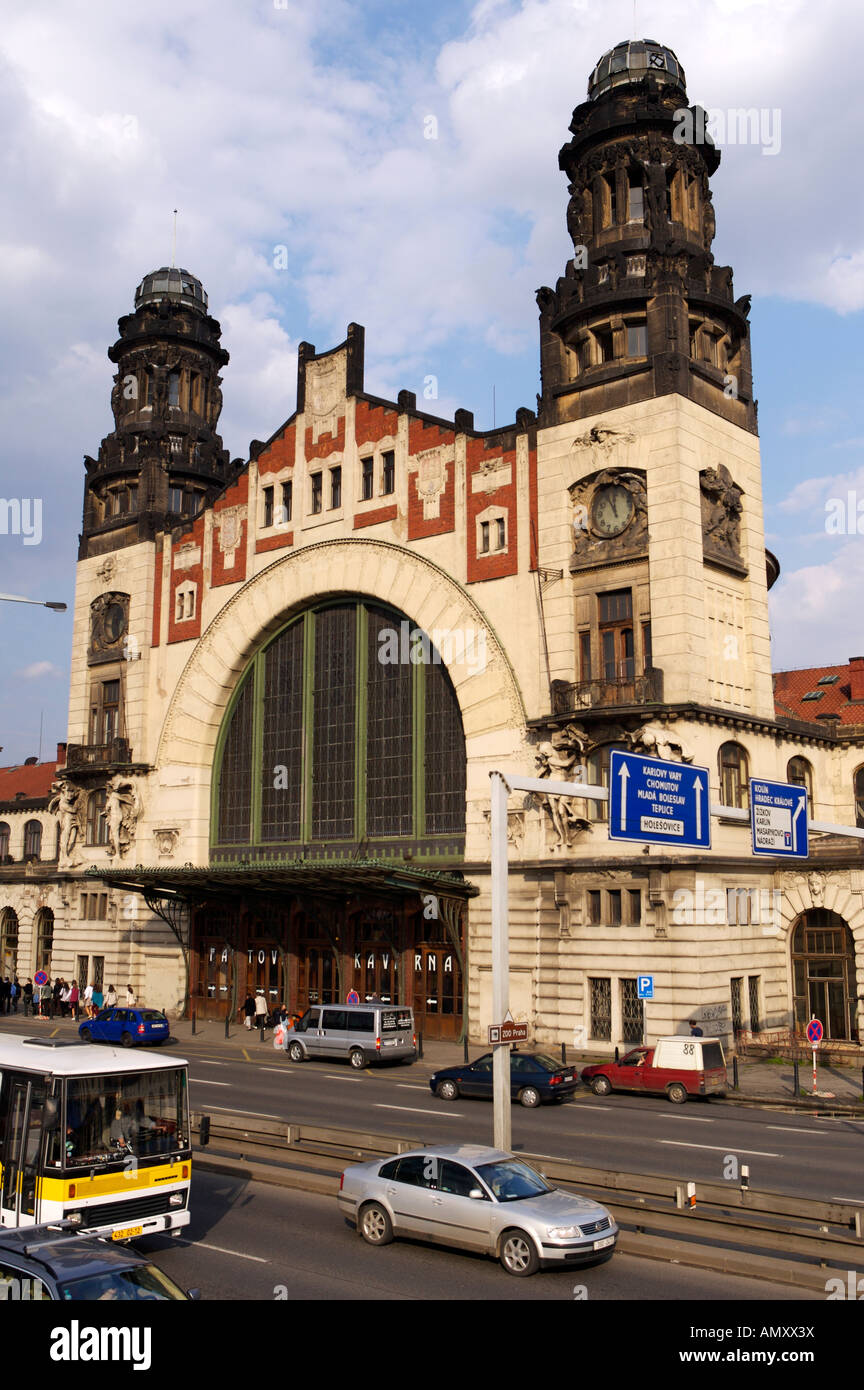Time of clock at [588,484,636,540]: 11:55
